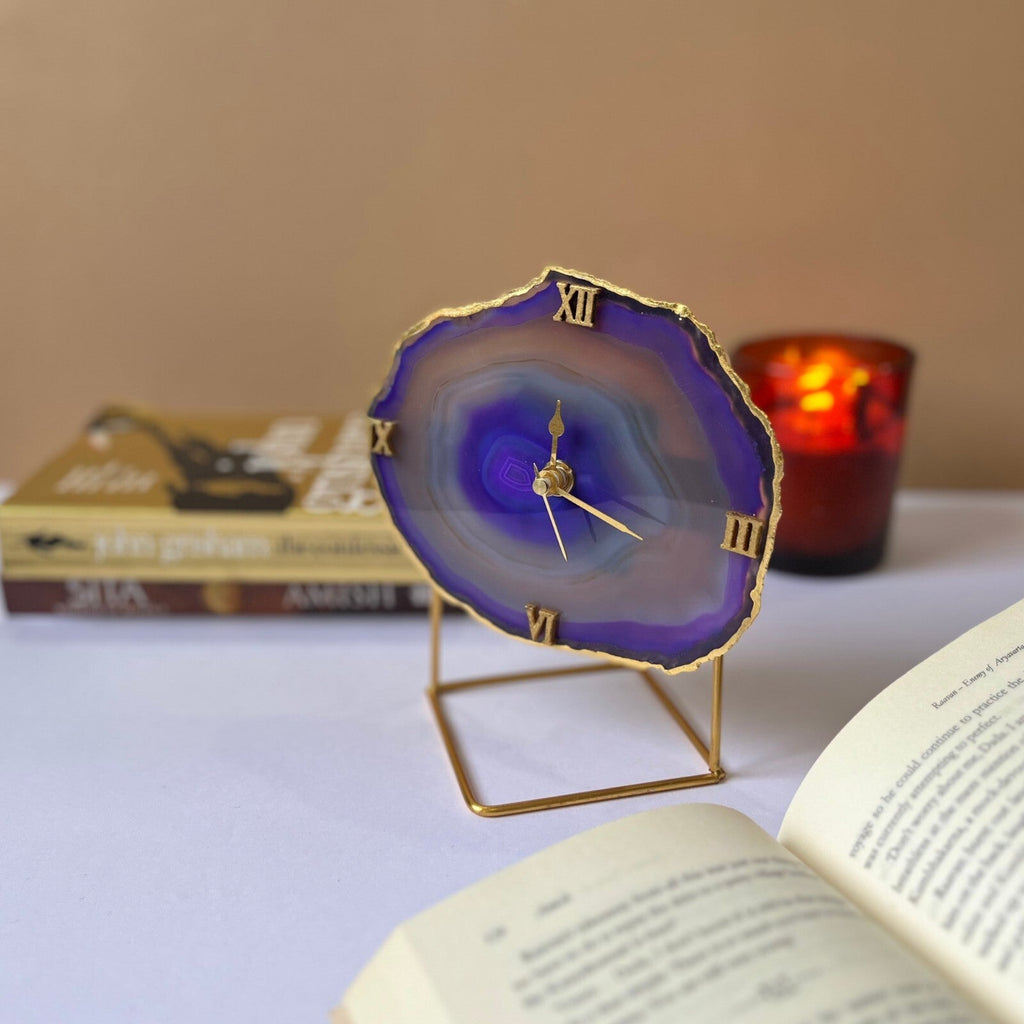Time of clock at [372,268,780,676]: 12:19
